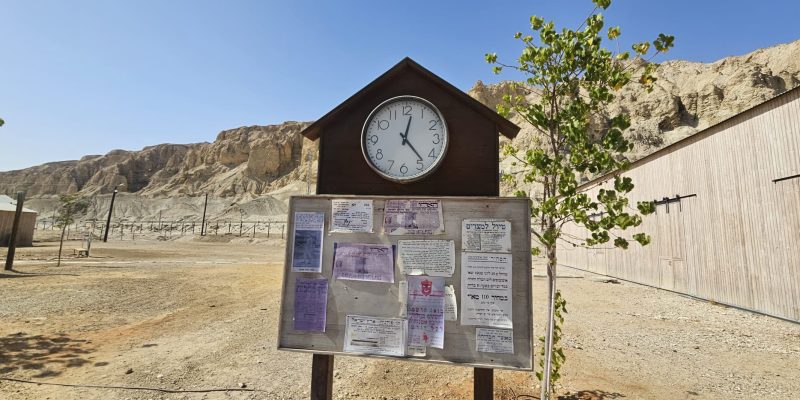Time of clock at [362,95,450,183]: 12:23
